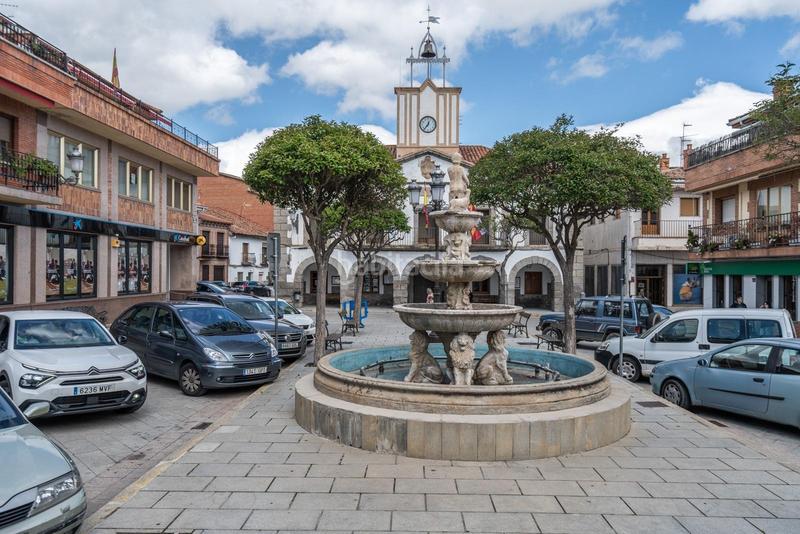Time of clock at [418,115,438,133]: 12:36
